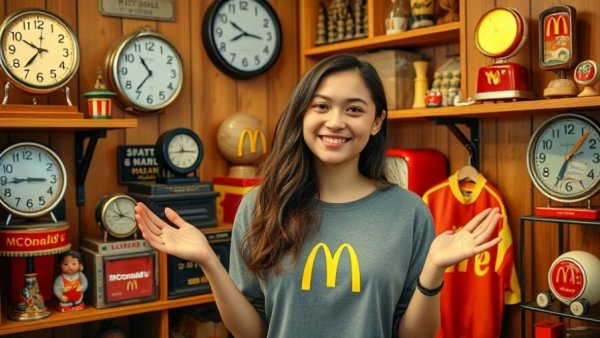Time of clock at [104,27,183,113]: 10:36
